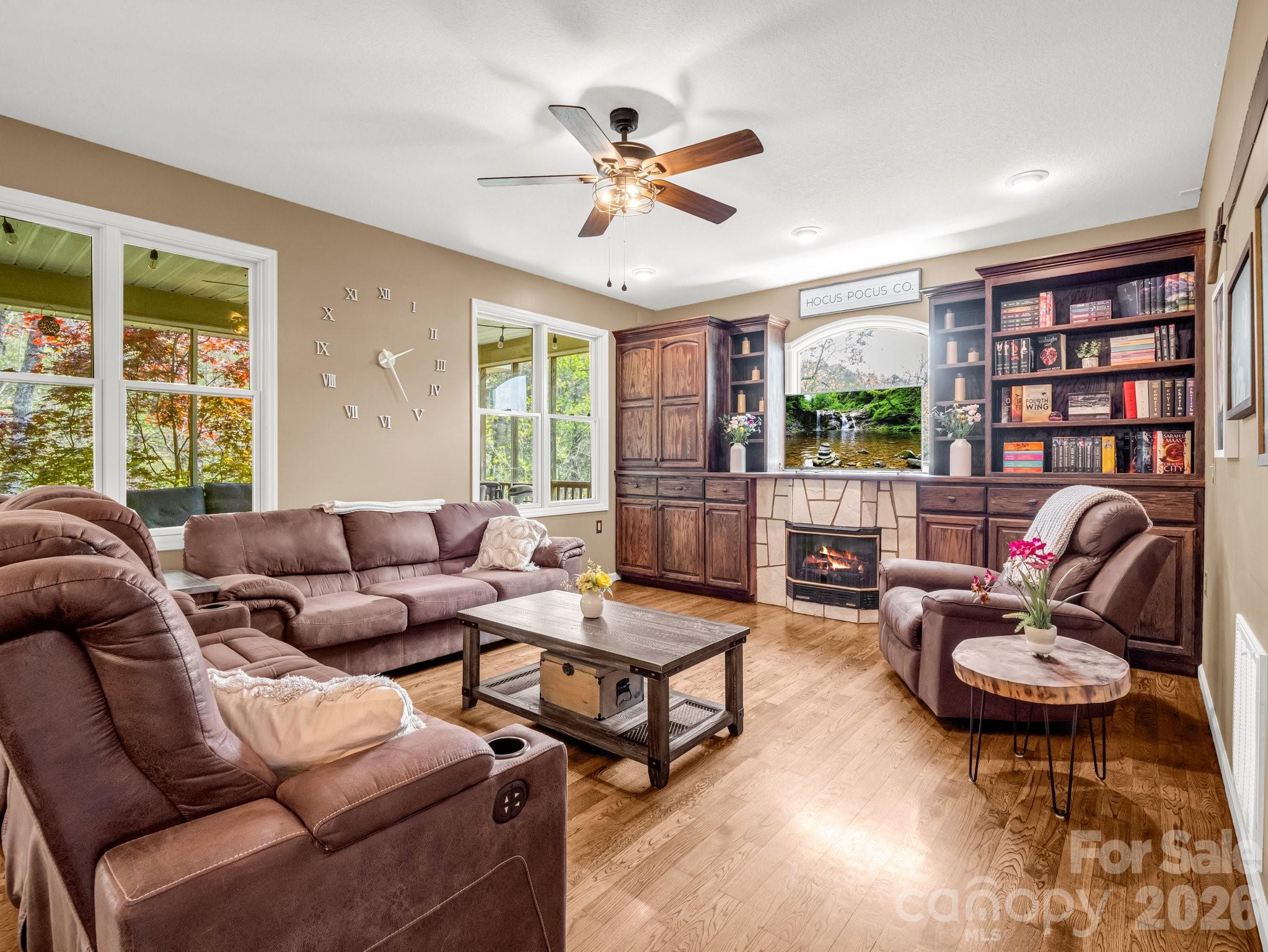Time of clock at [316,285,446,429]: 2:25
